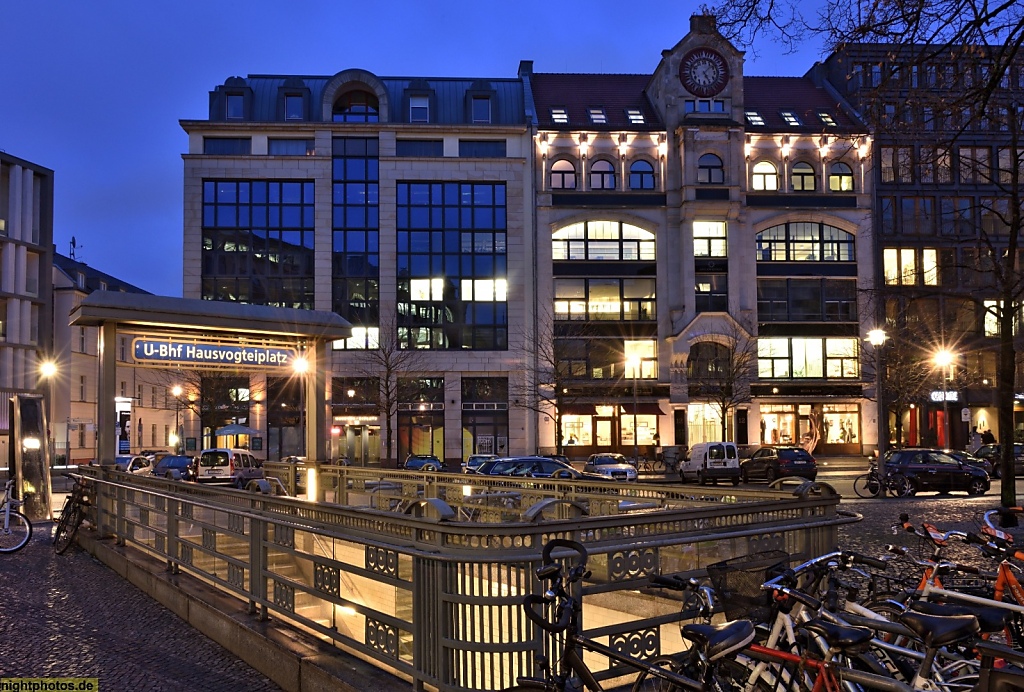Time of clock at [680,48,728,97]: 5:07
